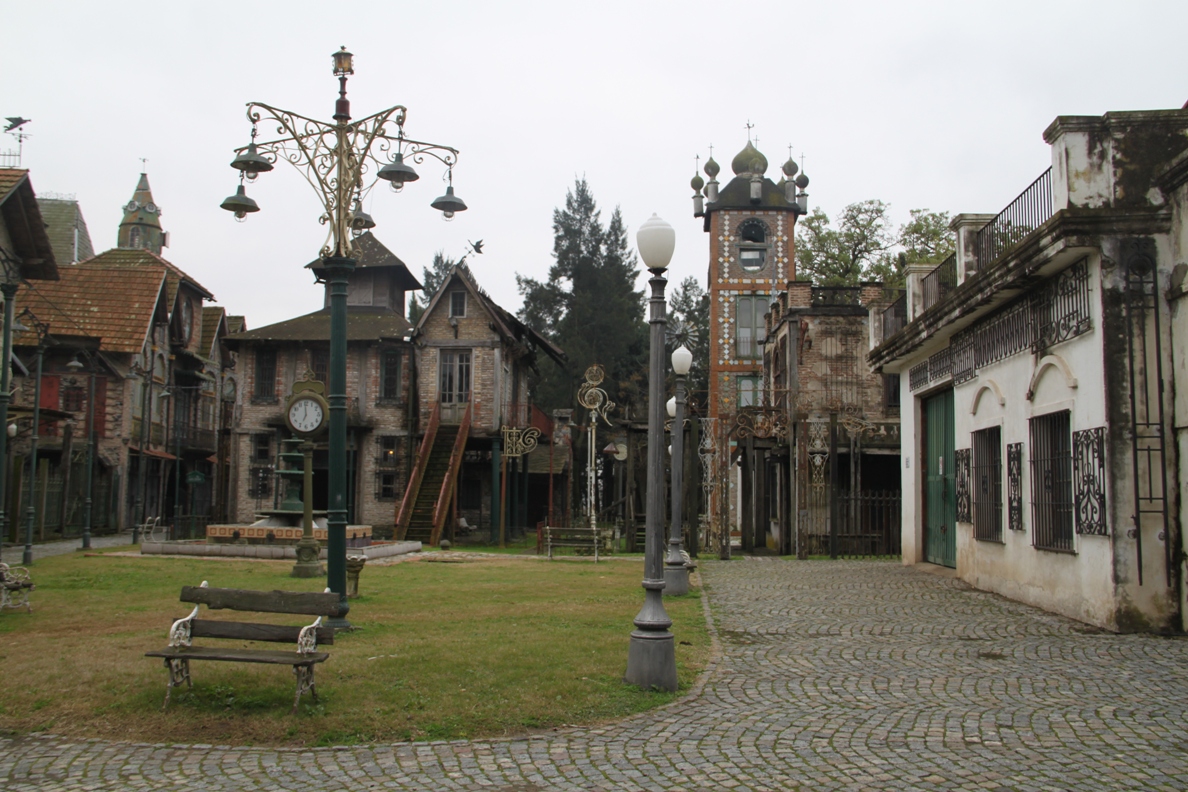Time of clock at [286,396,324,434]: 6:59
